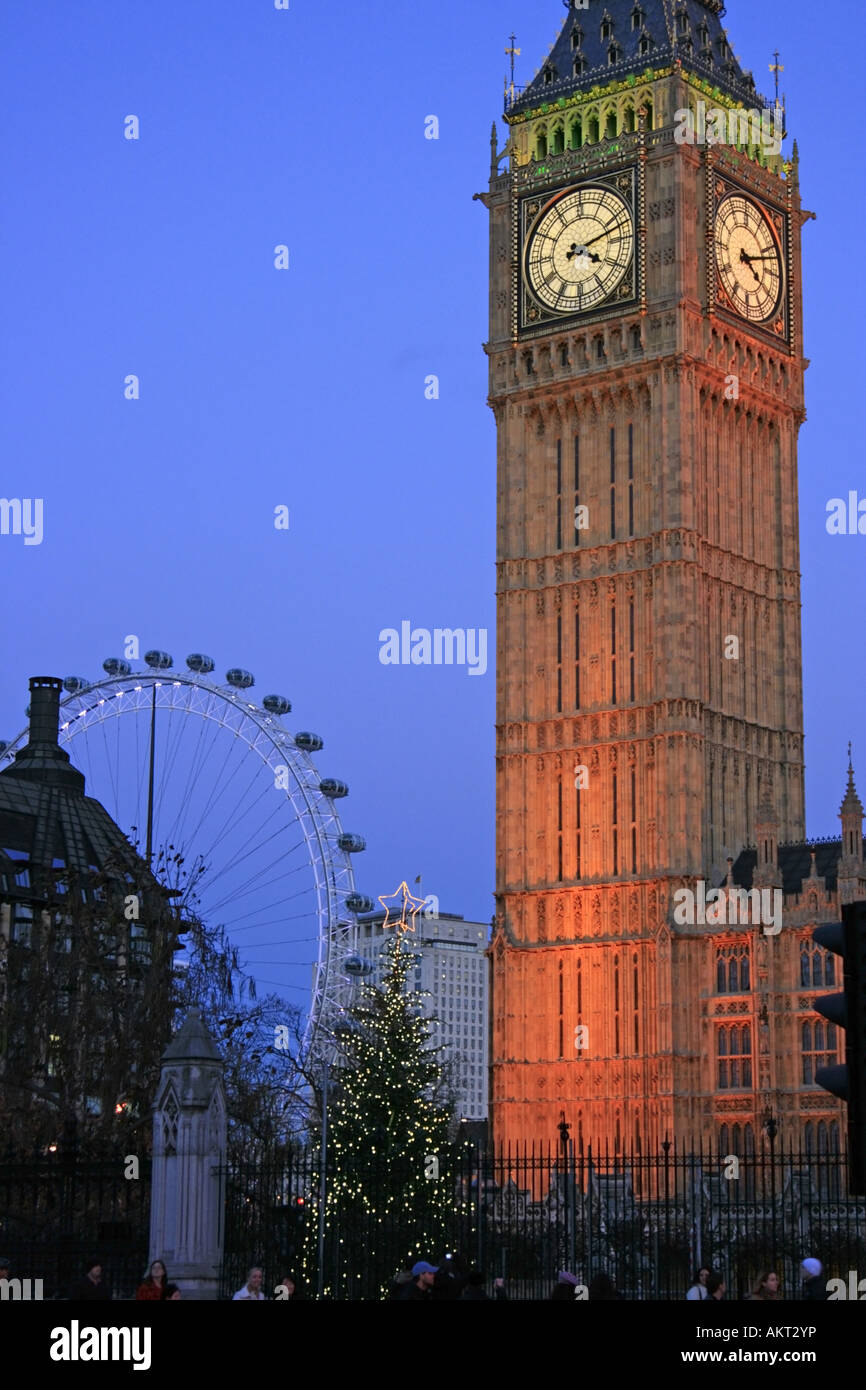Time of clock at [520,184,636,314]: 4:12
